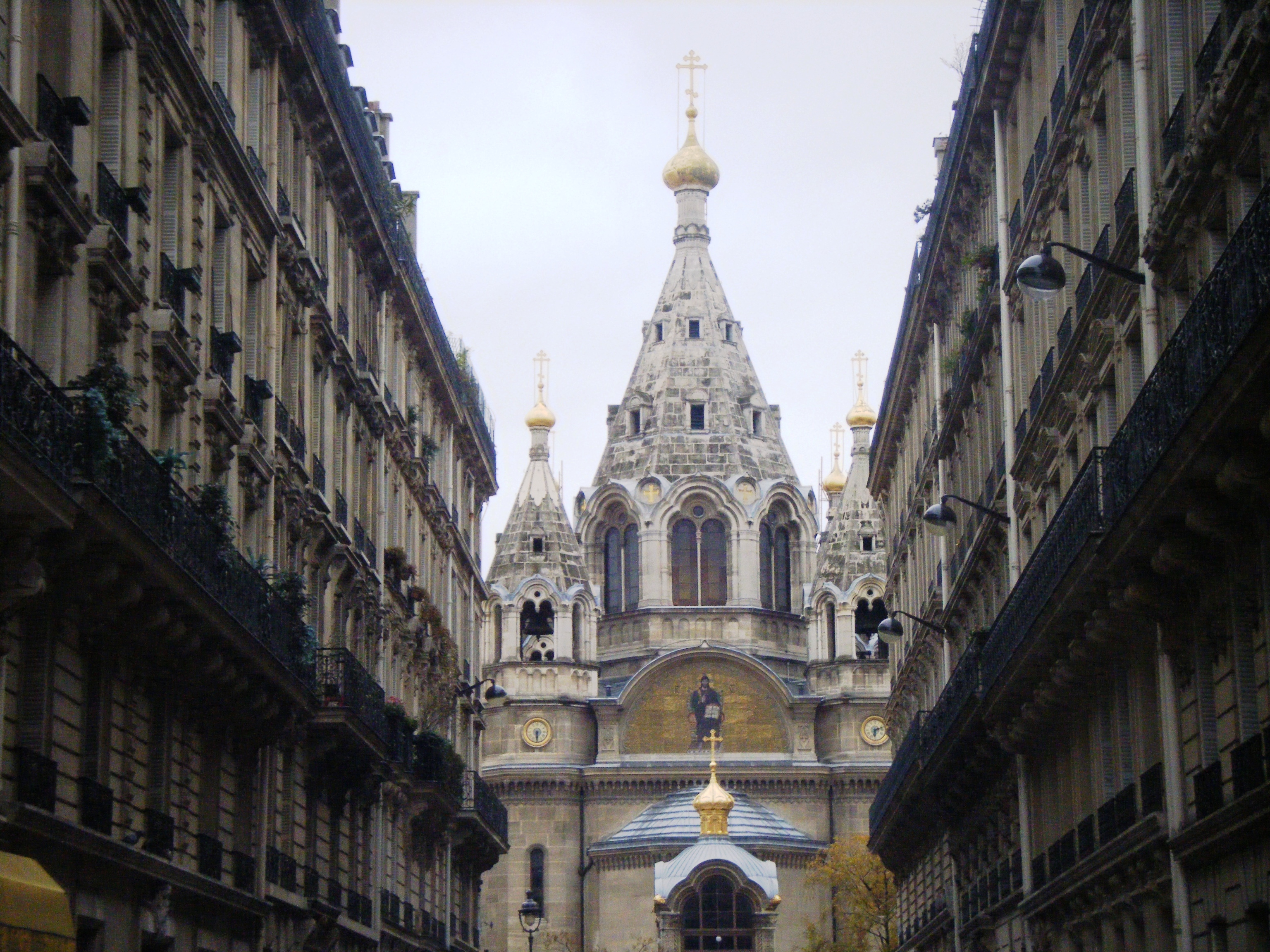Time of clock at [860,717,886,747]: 6:11
